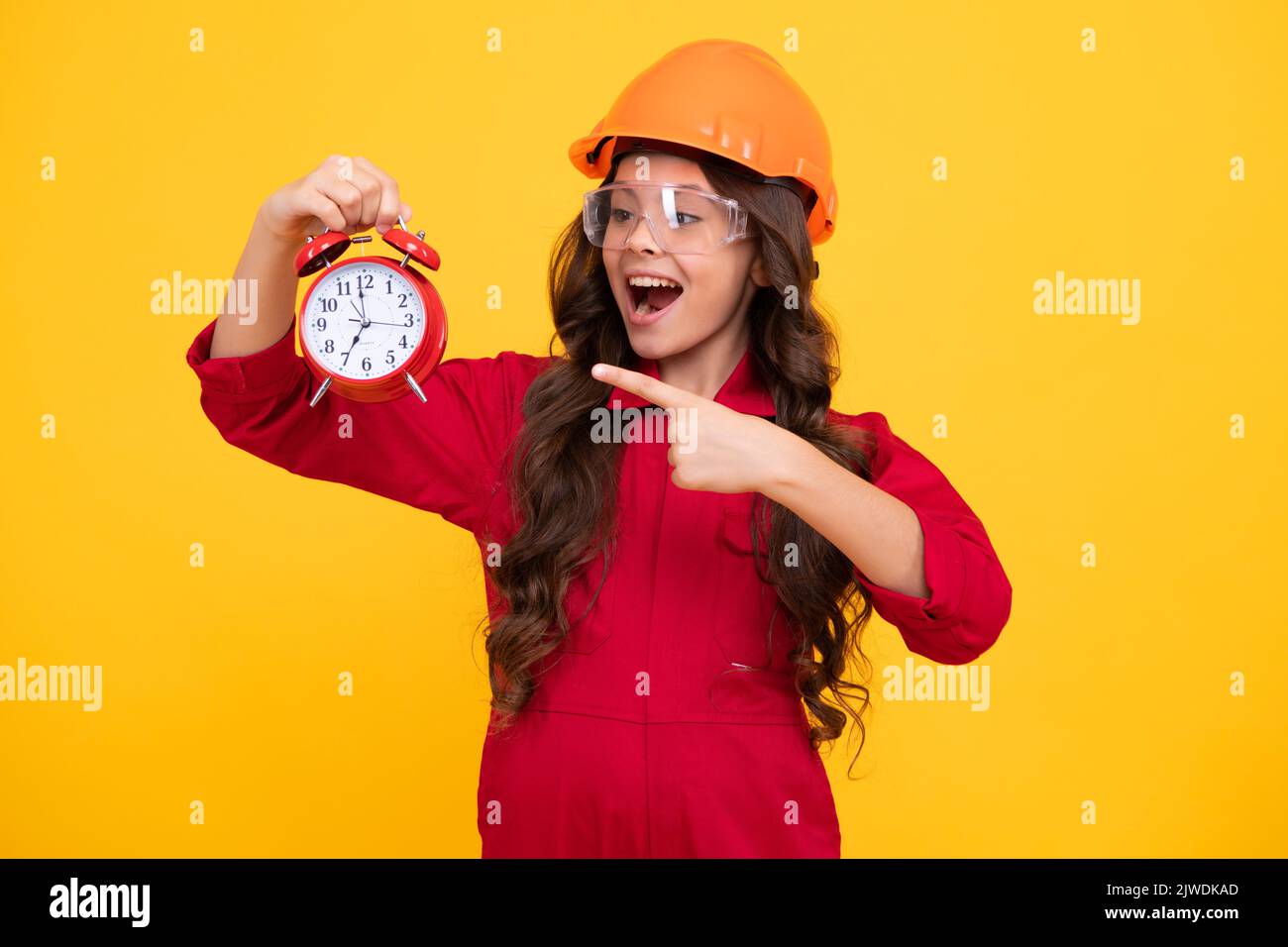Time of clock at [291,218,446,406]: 6:58
